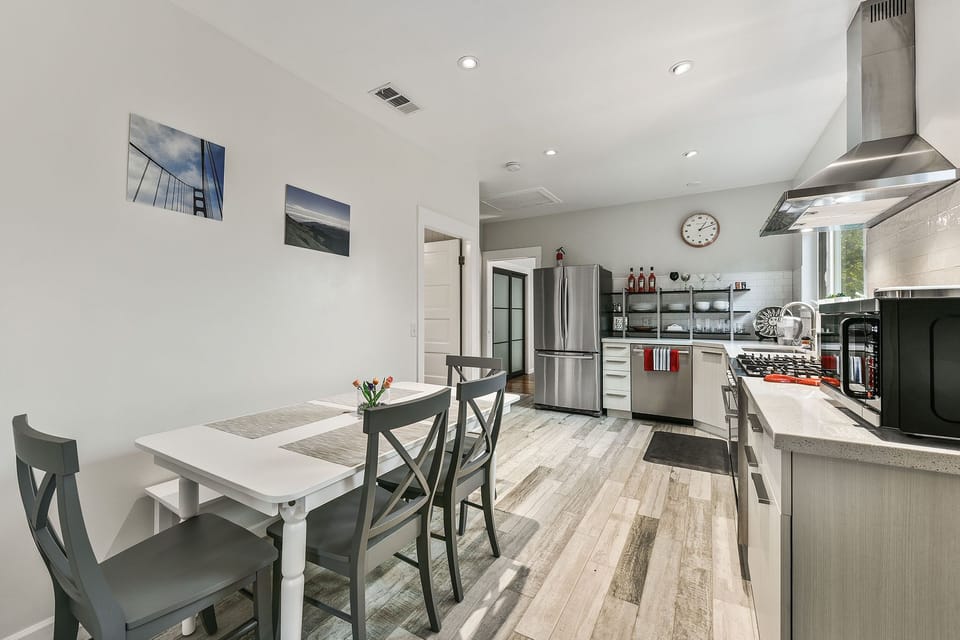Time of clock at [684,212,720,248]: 1:11
